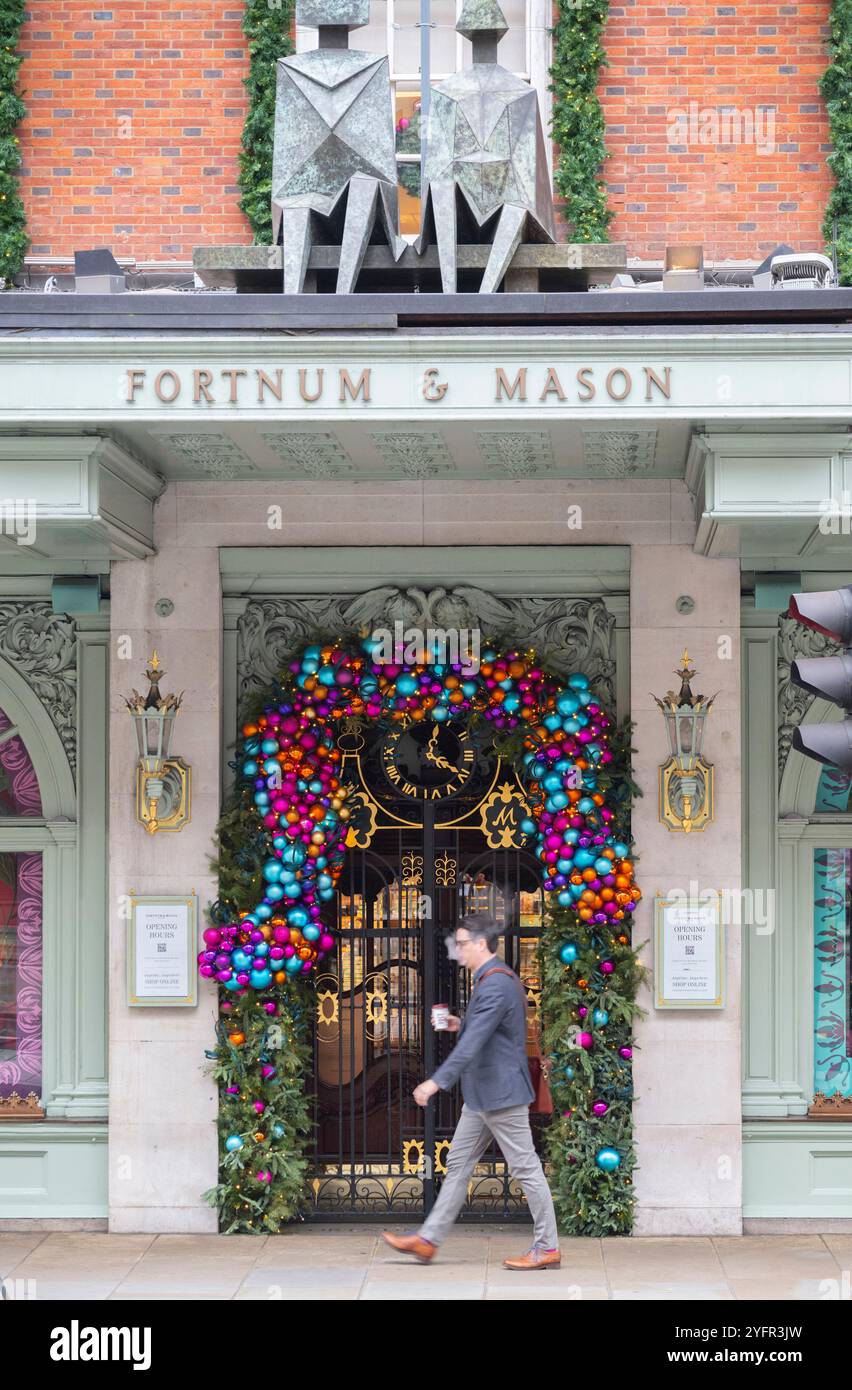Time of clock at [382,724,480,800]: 12:20
